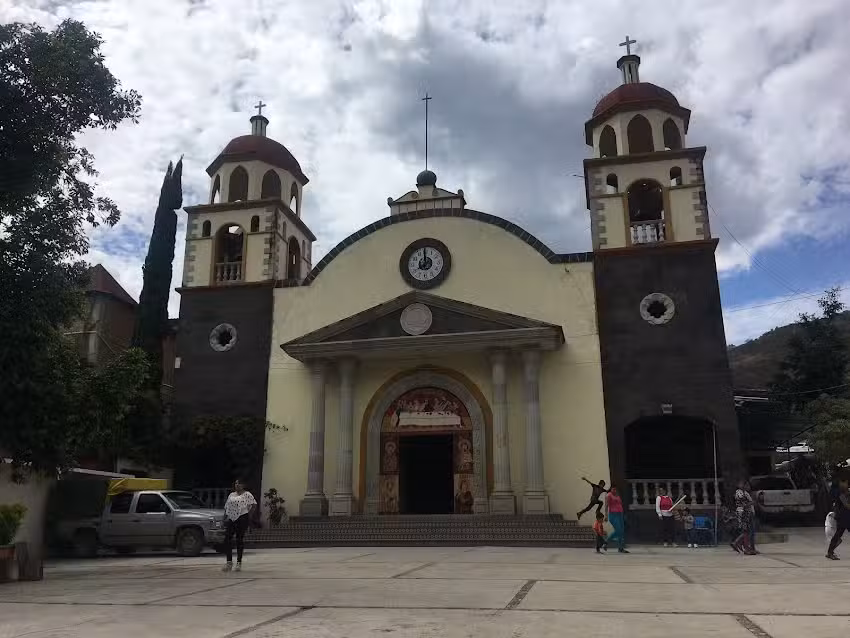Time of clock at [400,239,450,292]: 7:59
